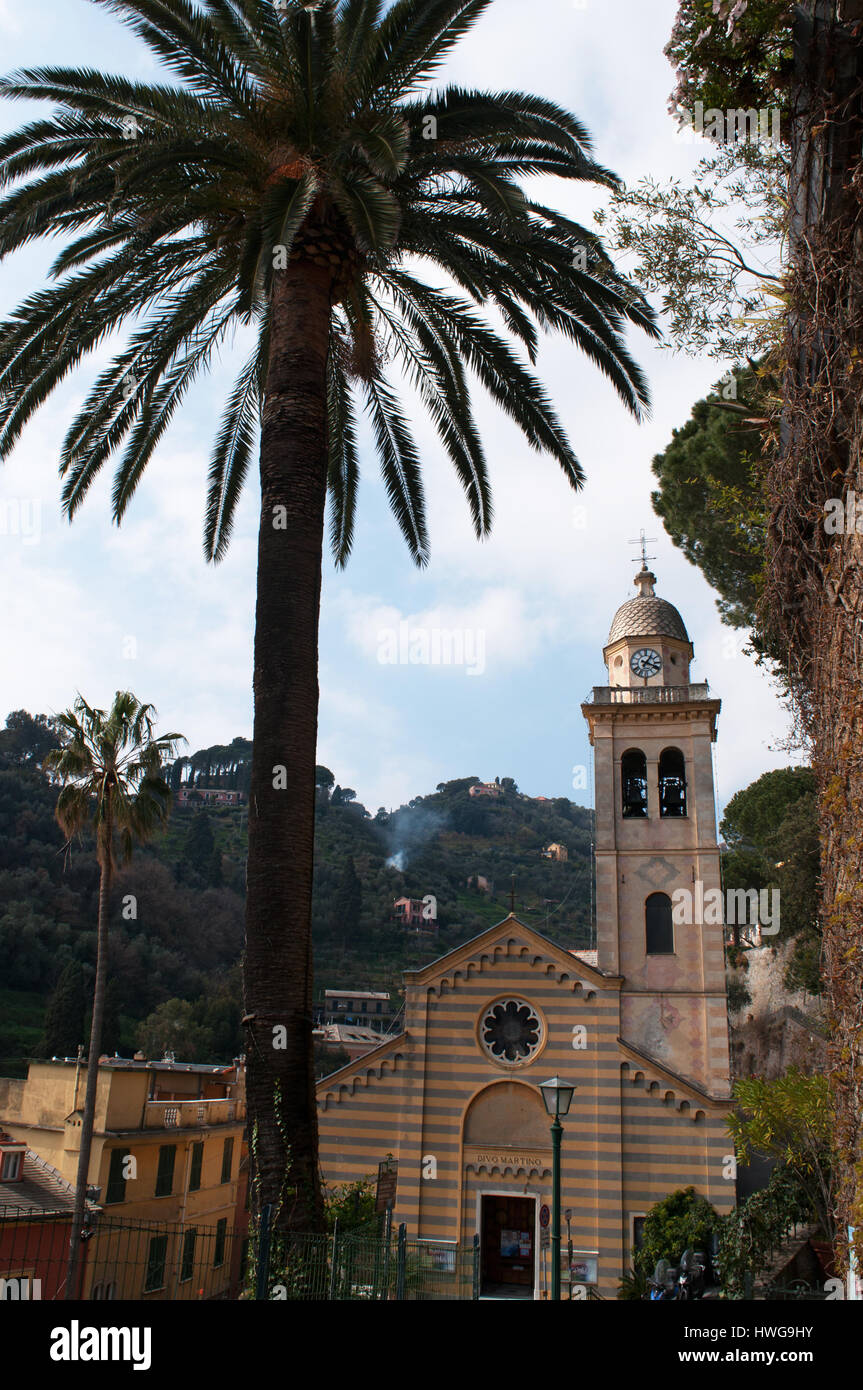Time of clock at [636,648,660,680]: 1:18
